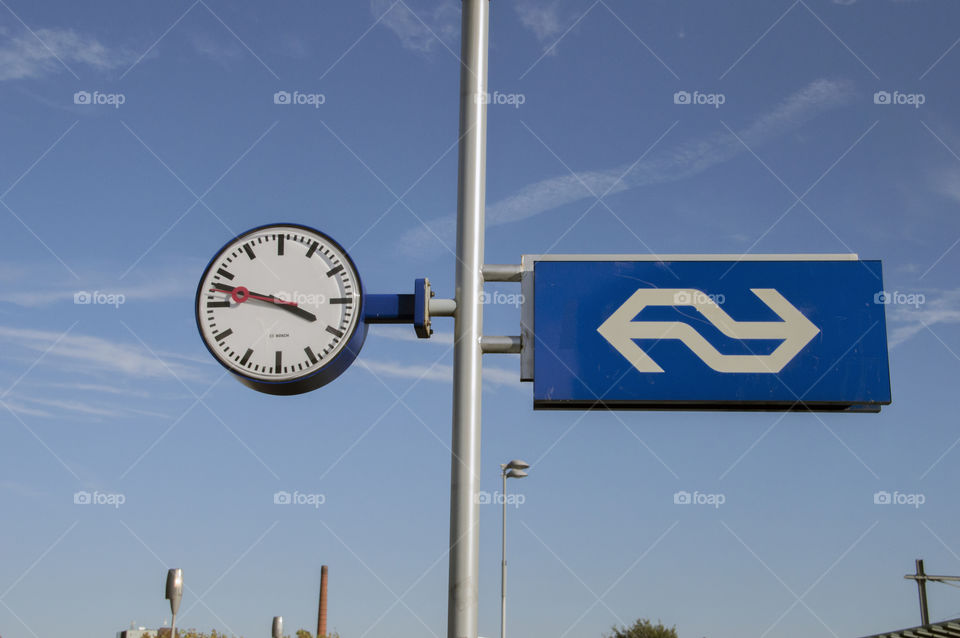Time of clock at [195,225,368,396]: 3:47
